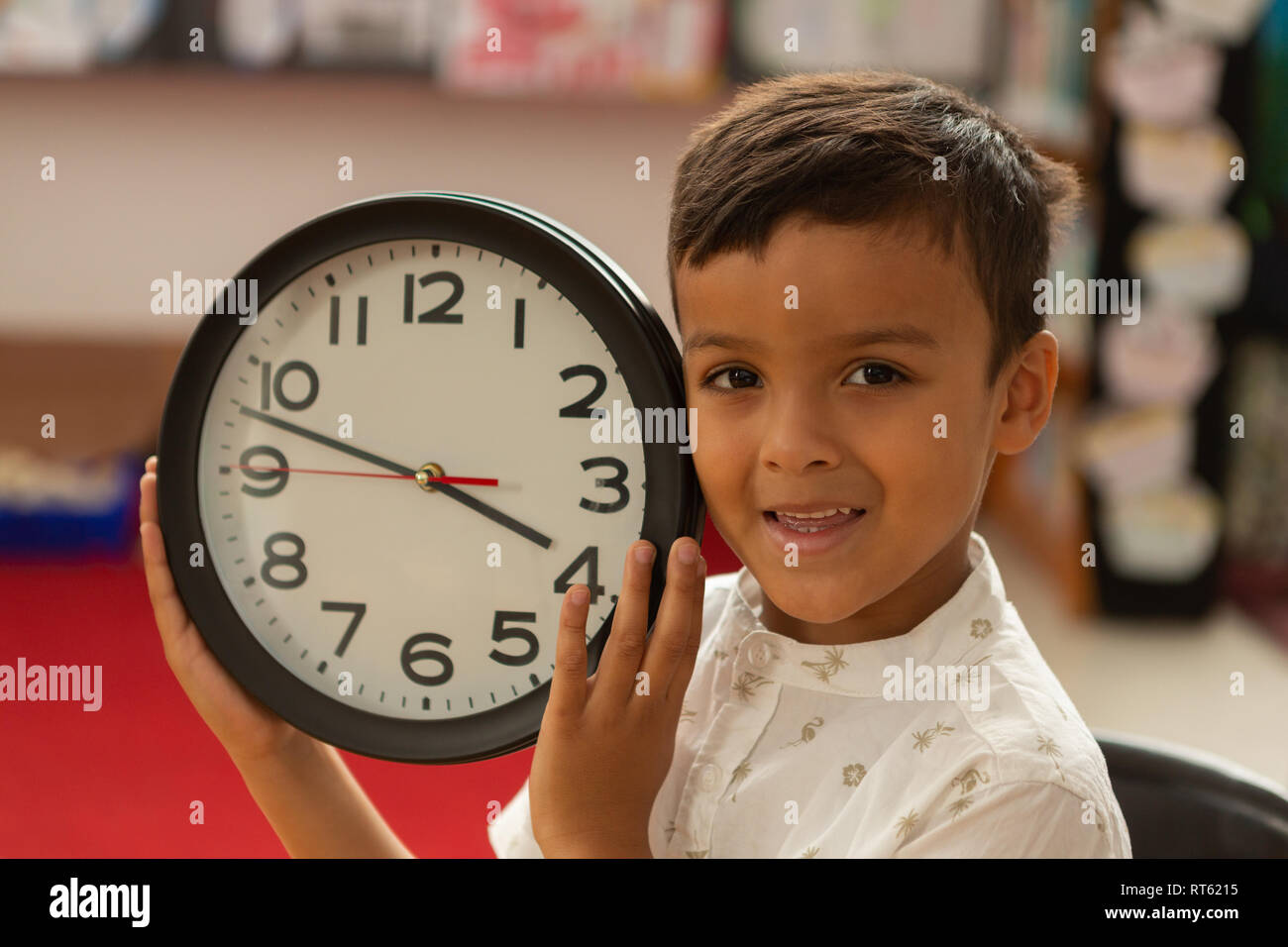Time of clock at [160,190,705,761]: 3:47
